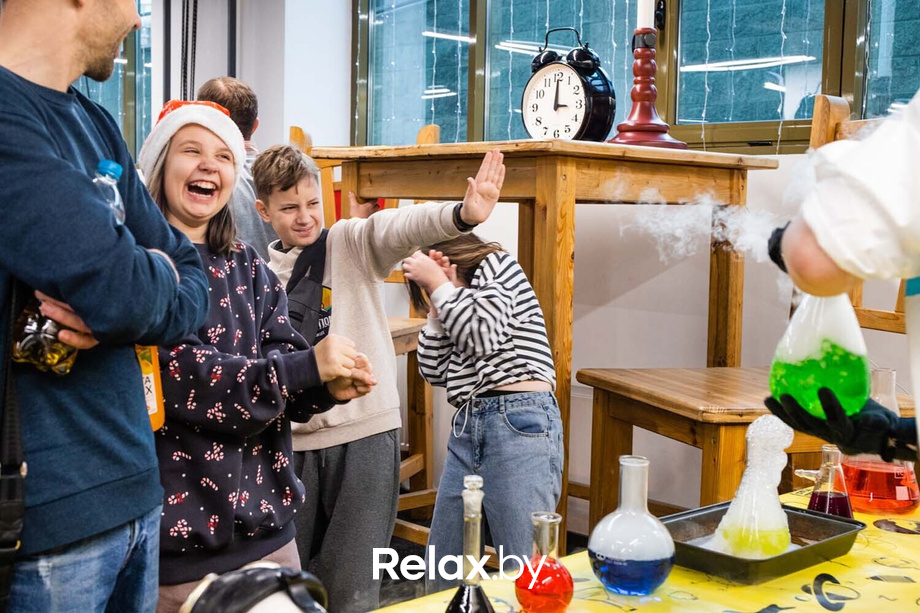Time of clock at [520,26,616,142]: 3:00
